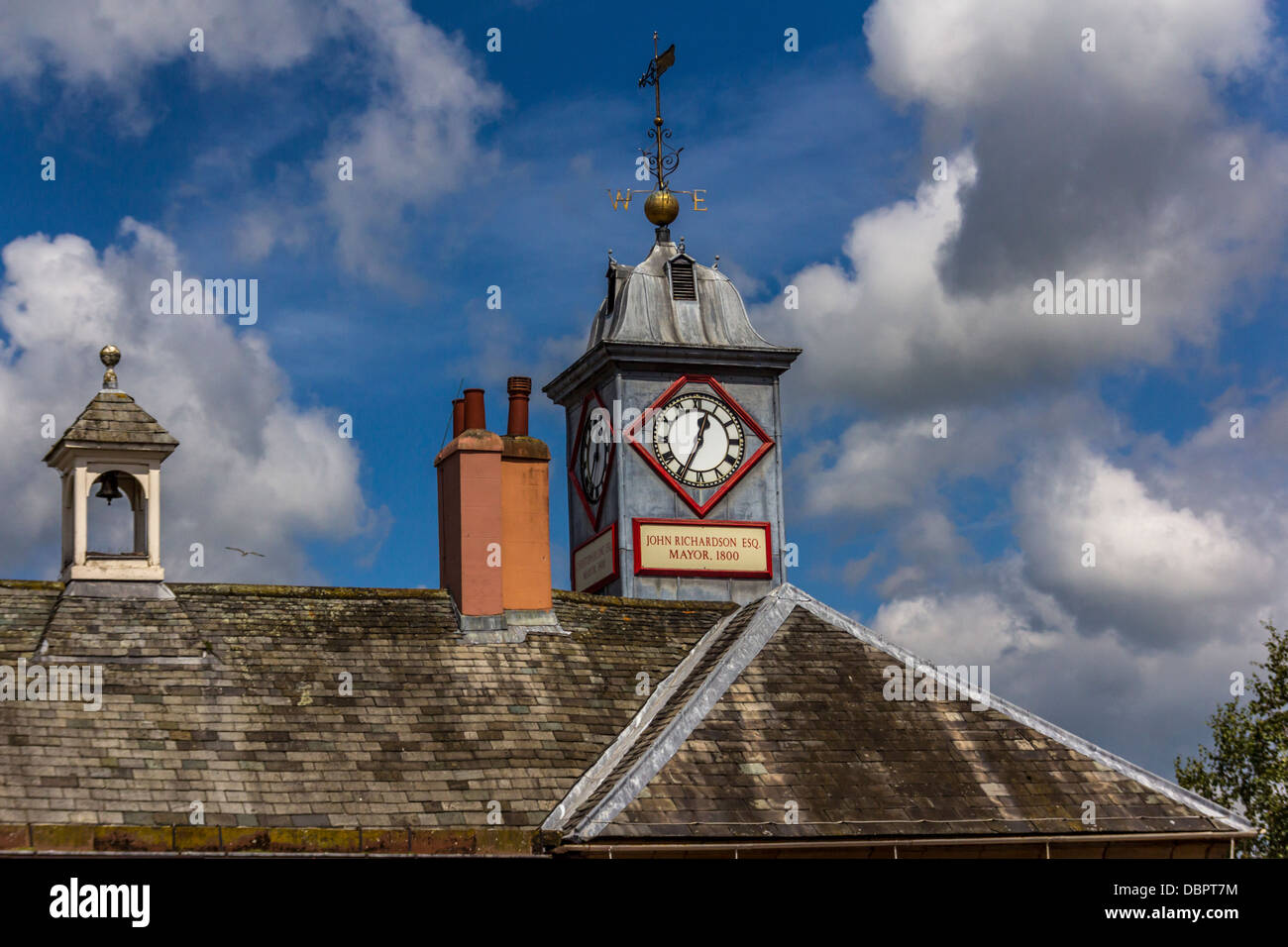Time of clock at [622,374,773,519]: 12:34
